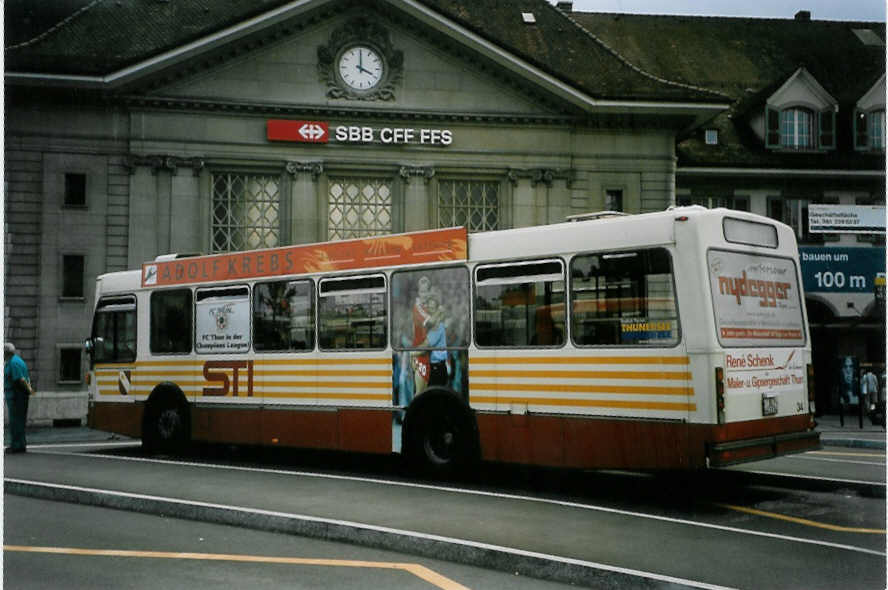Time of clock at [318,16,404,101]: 4:00
